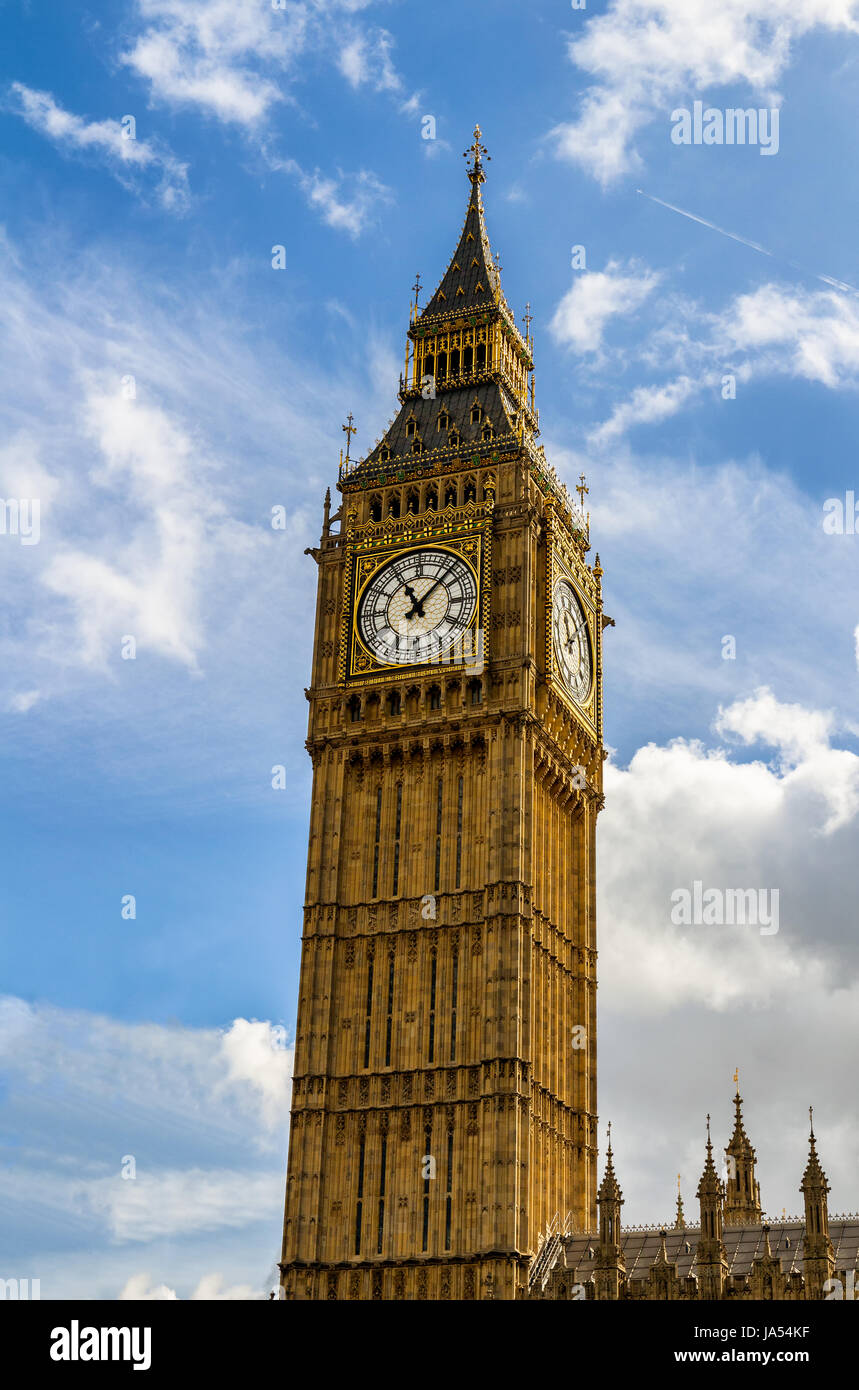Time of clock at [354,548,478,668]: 11:07
